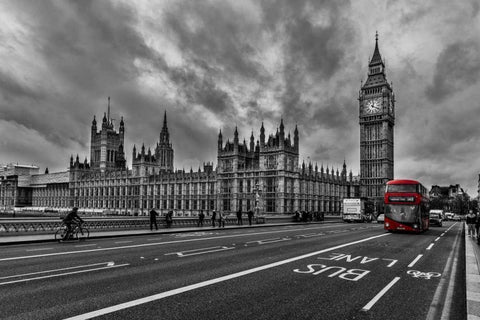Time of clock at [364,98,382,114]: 12:19
